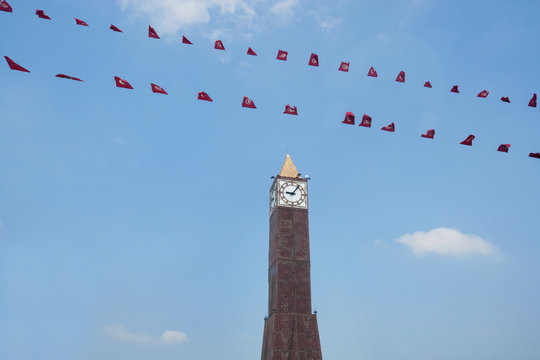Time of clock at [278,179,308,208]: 9:06
